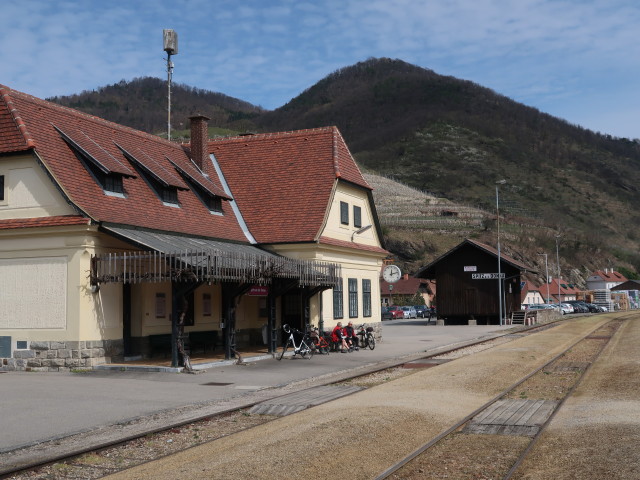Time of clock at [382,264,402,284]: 12:12
